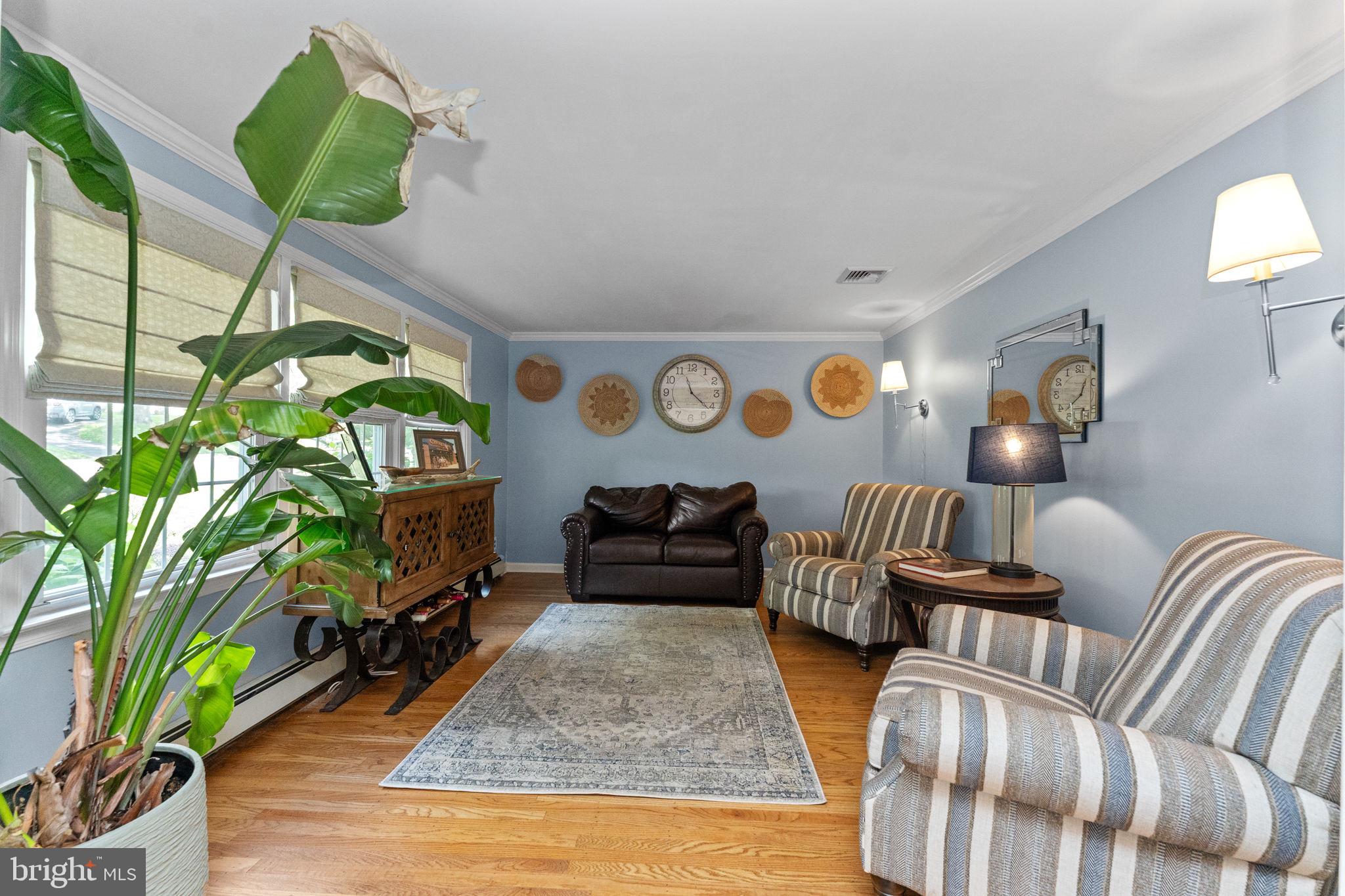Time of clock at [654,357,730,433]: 11:21
